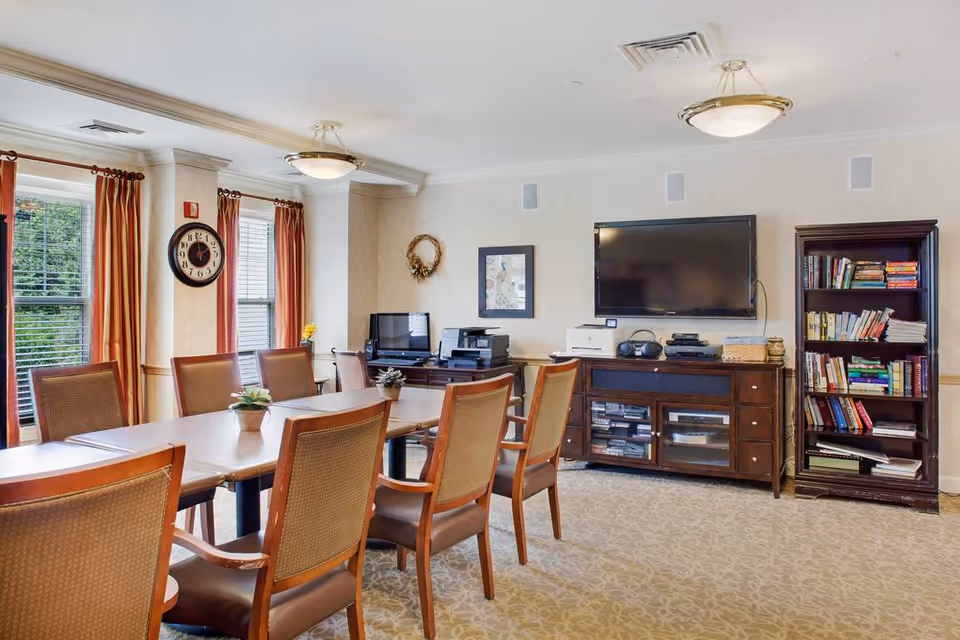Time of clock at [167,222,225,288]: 1:59
